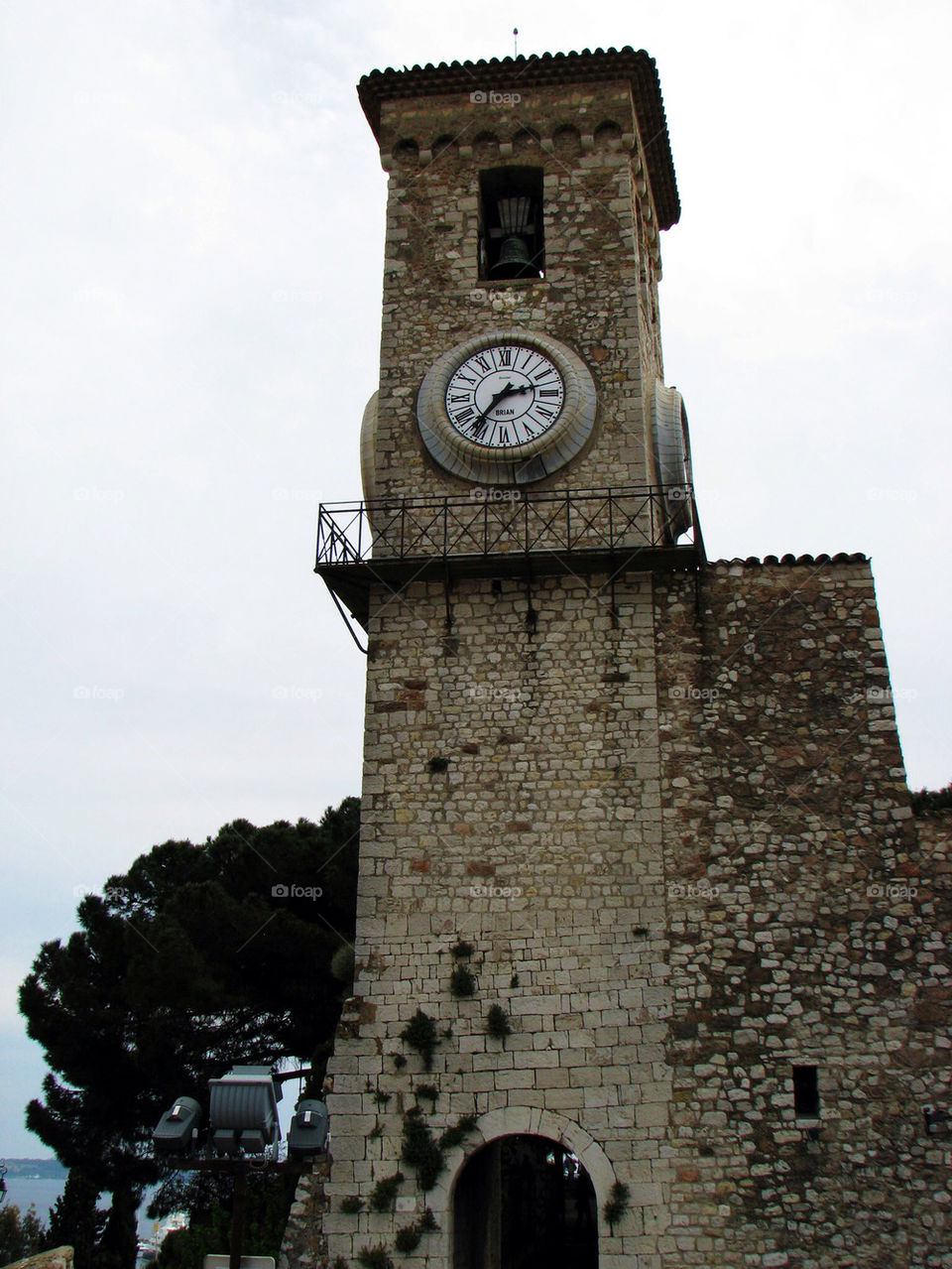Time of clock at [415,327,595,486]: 2:36
